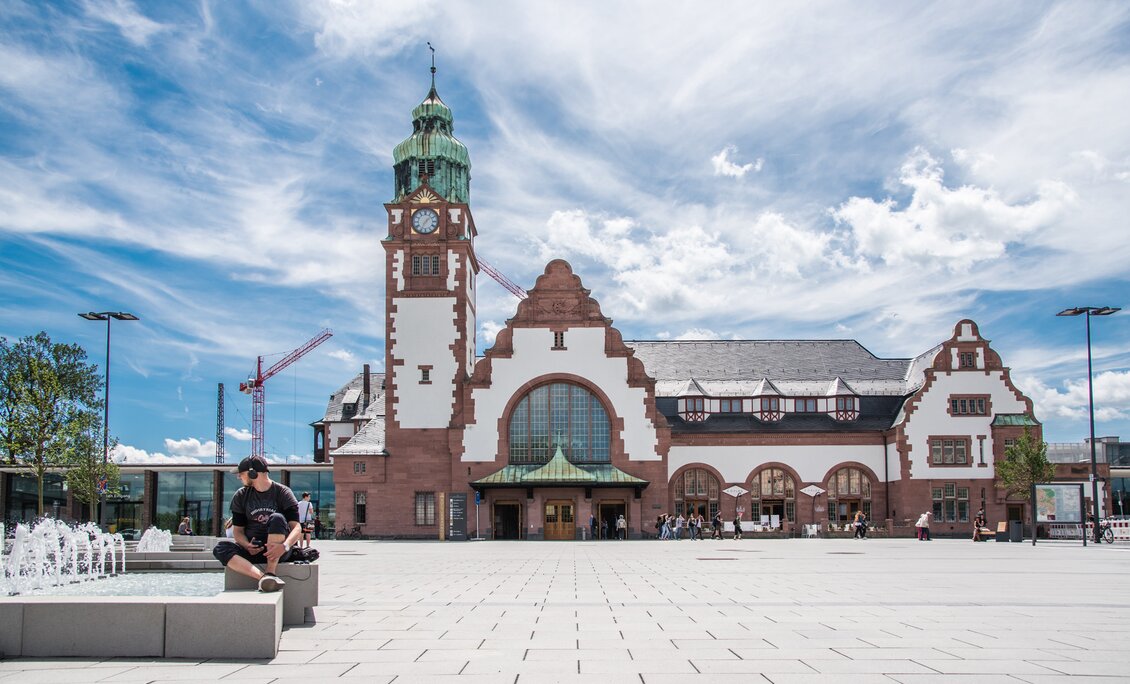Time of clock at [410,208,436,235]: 7:07
